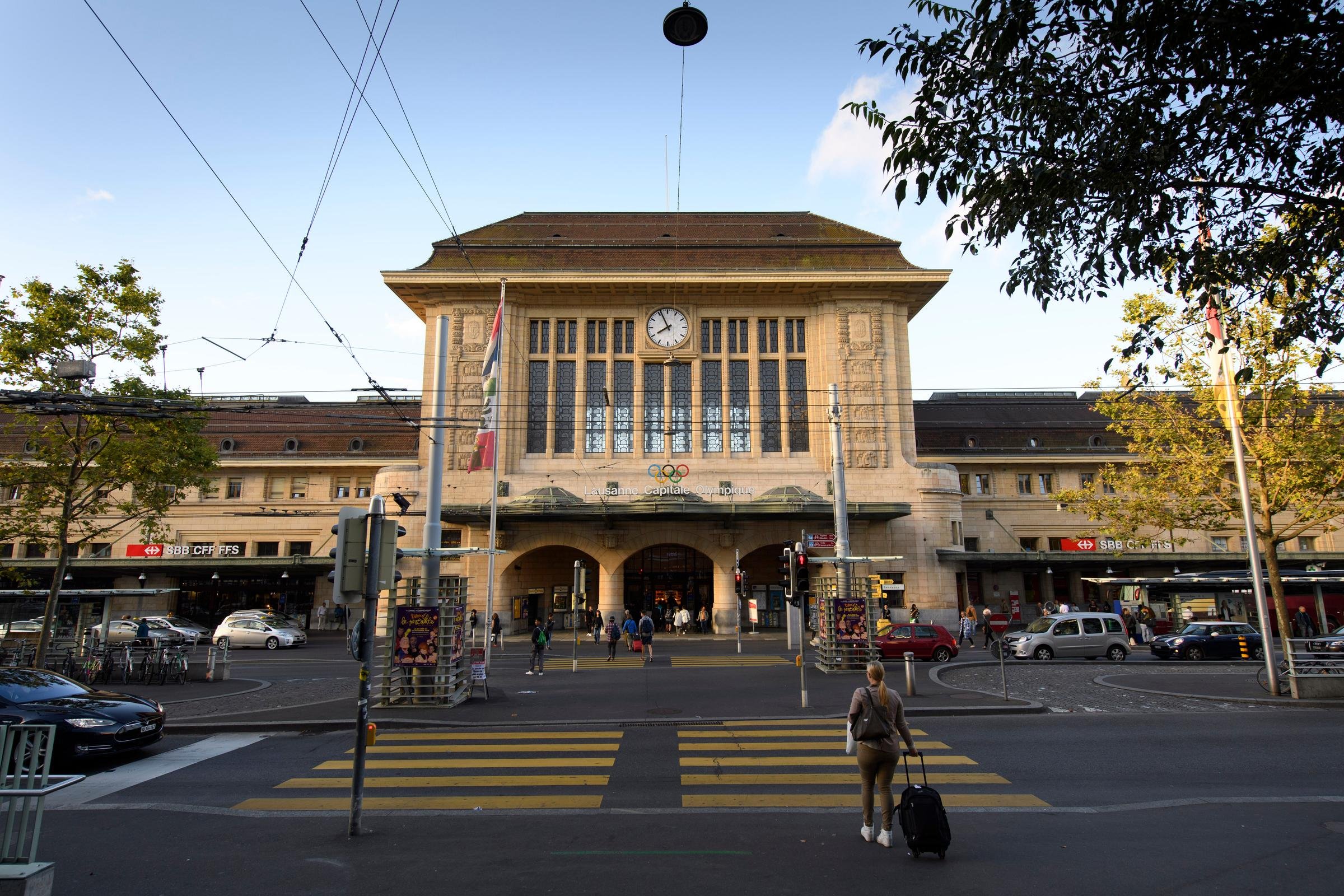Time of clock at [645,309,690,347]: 7:55
